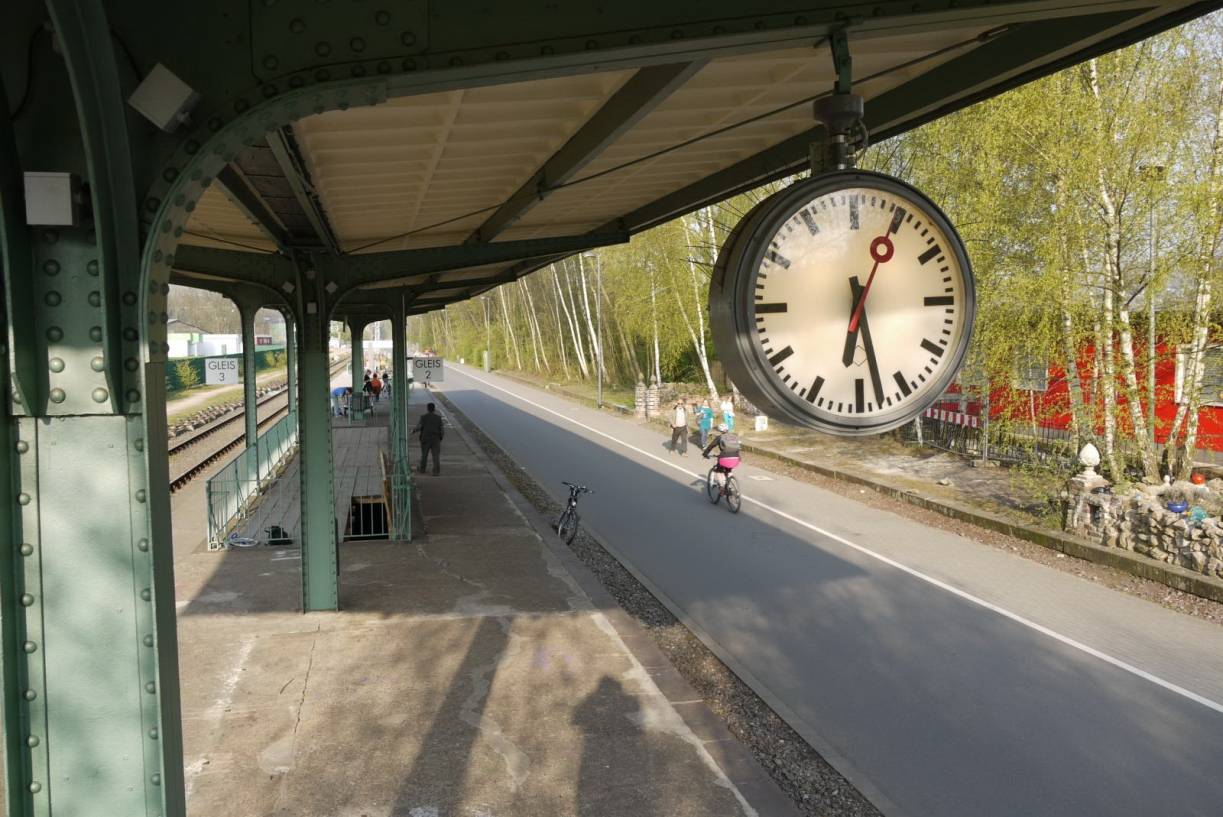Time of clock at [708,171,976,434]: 6:27
